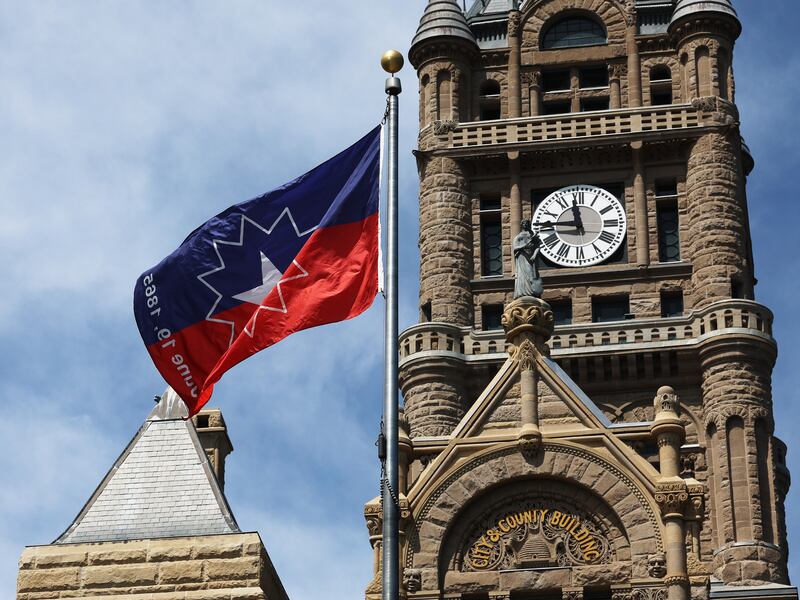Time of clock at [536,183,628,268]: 11:45
